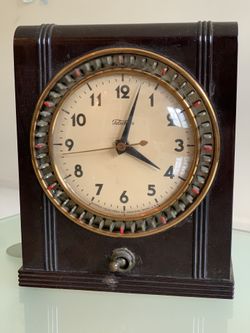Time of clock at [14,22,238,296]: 4:02
